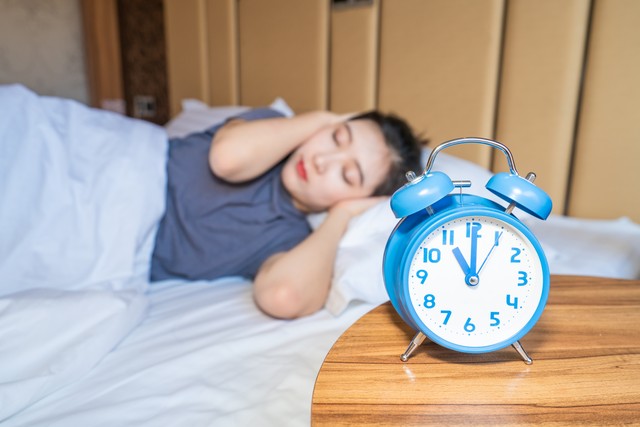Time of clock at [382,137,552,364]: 11:00
